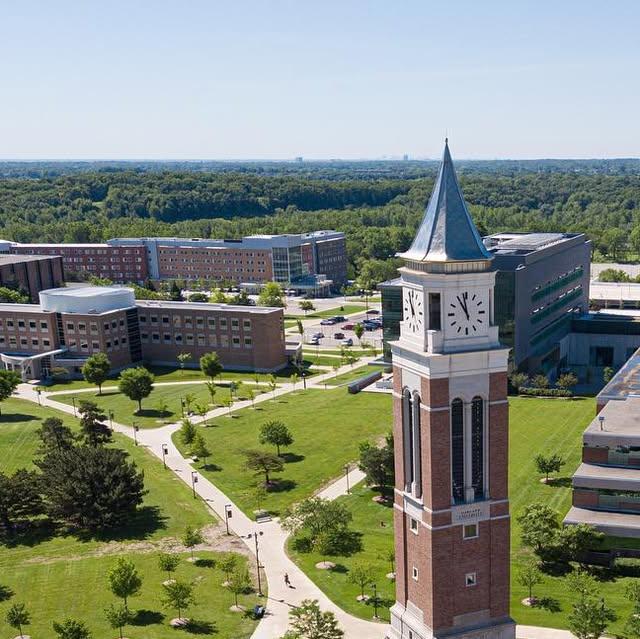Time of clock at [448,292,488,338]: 10:58
